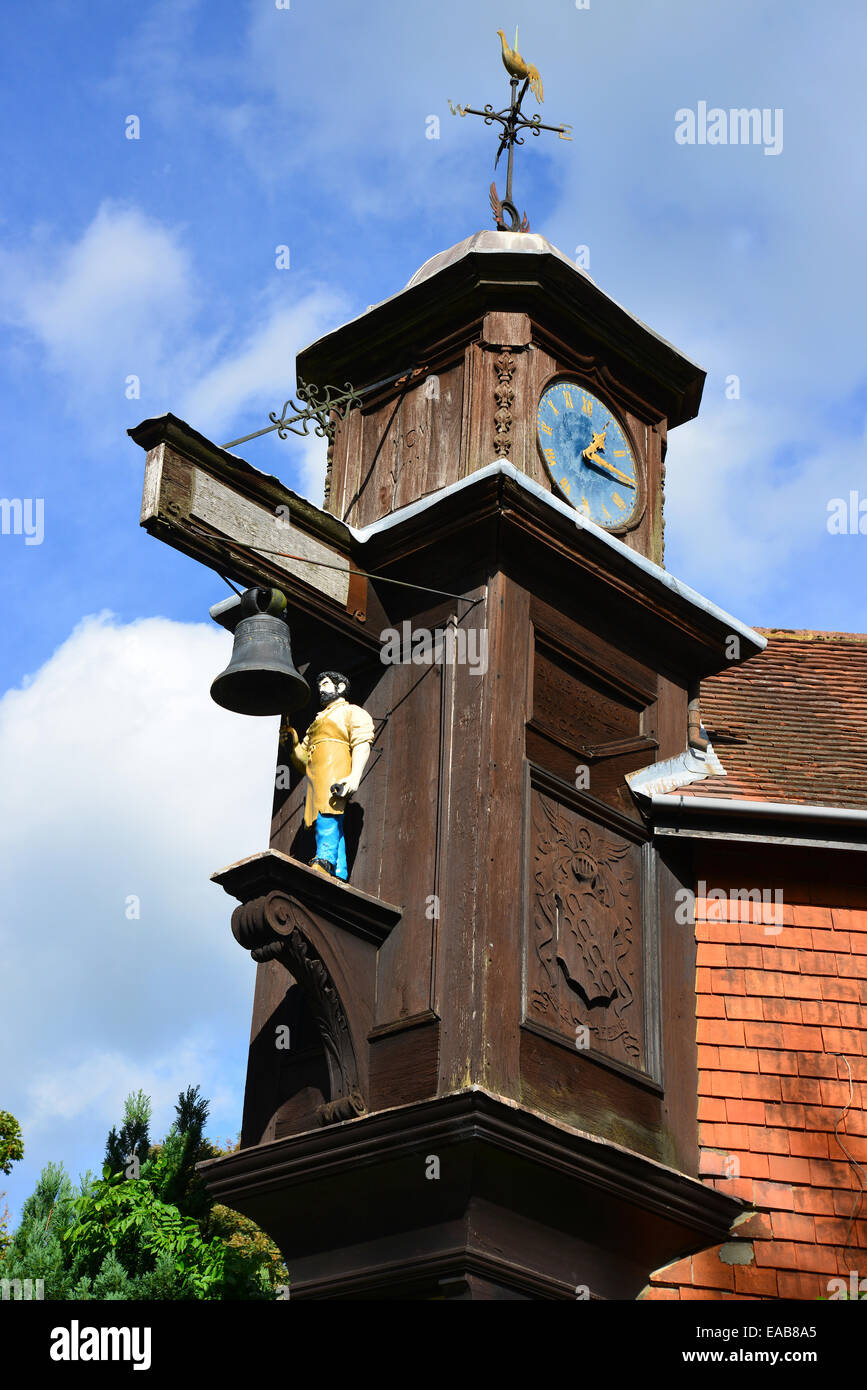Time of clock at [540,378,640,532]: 1:16
